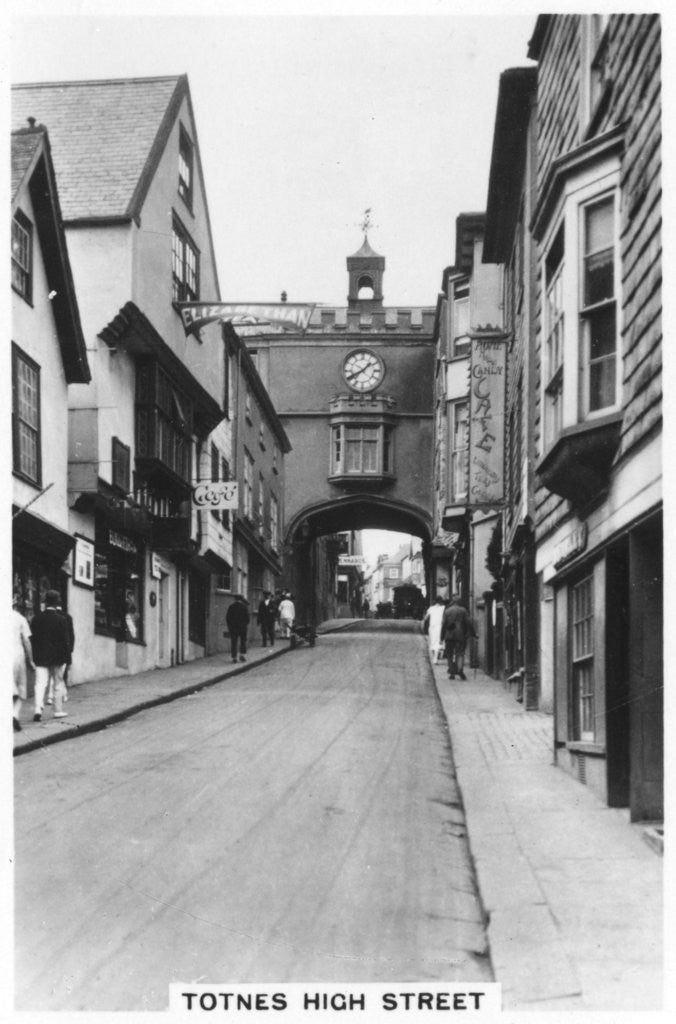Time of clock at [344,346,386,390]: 1:40
